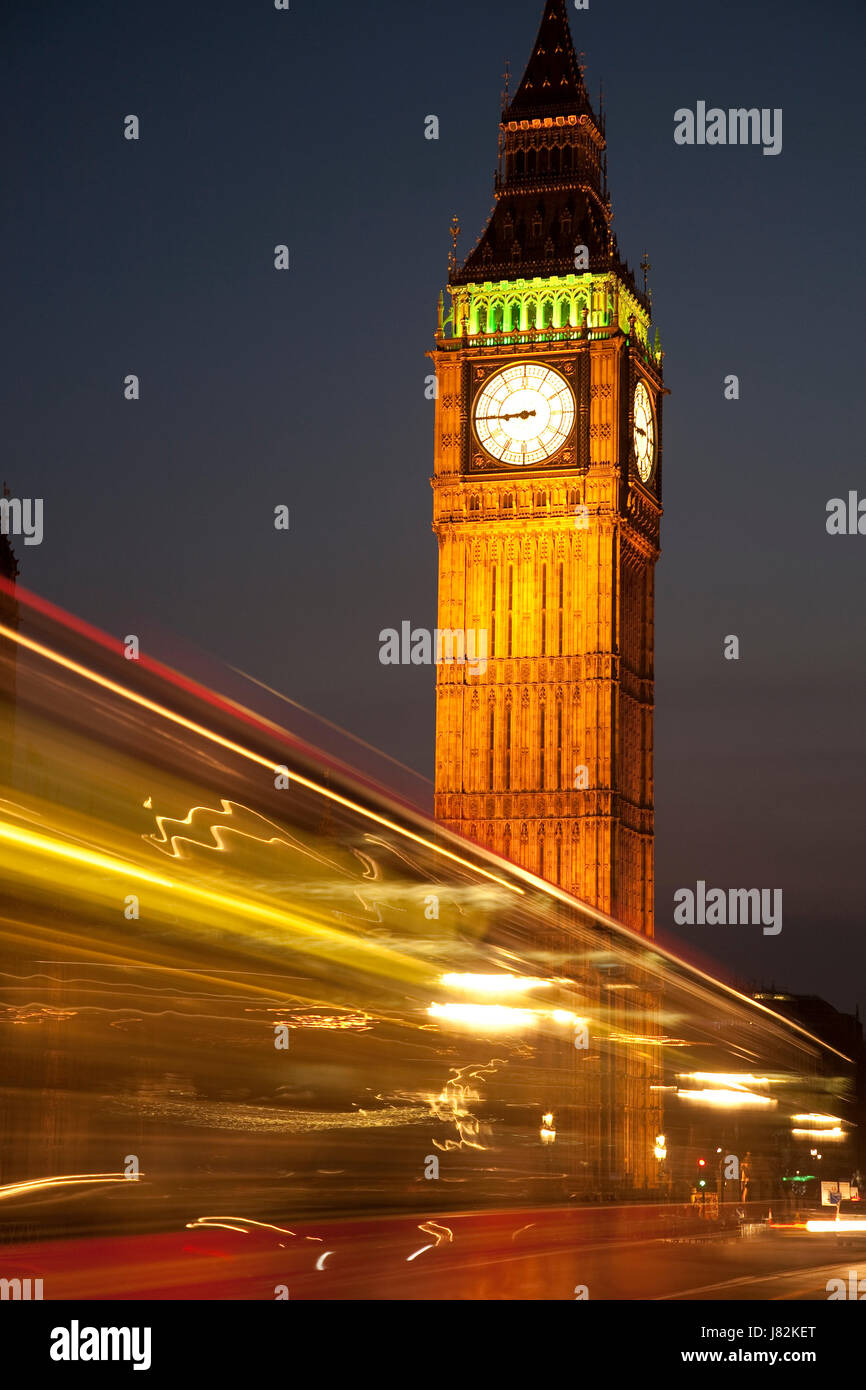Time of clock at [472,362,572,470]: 8:44
